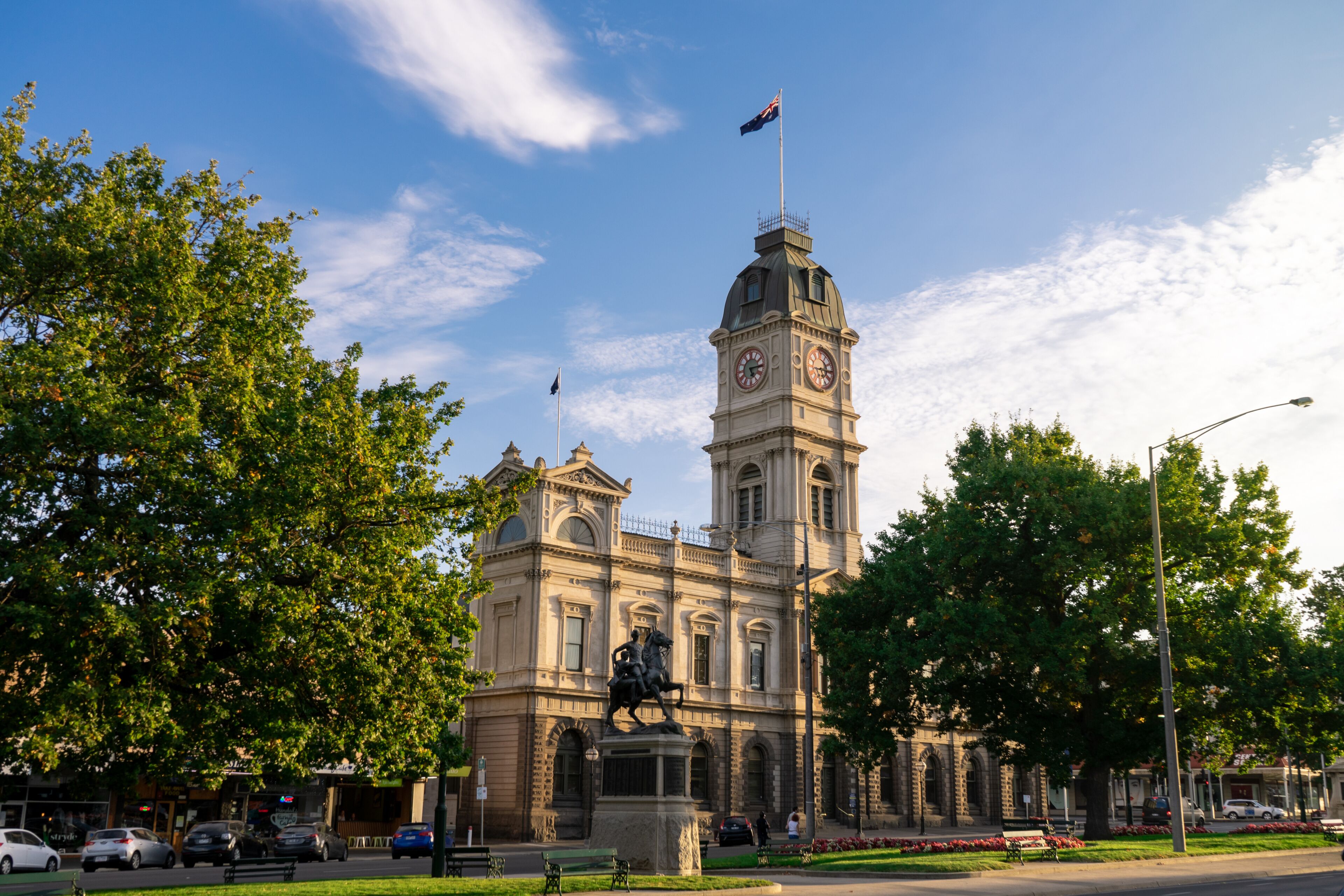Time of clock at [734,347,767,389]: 5:15
